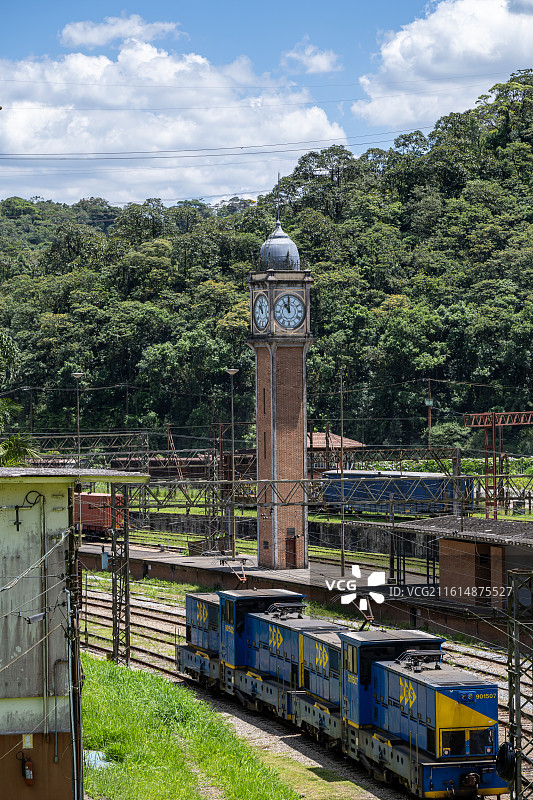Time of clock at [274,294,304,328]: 10:59
